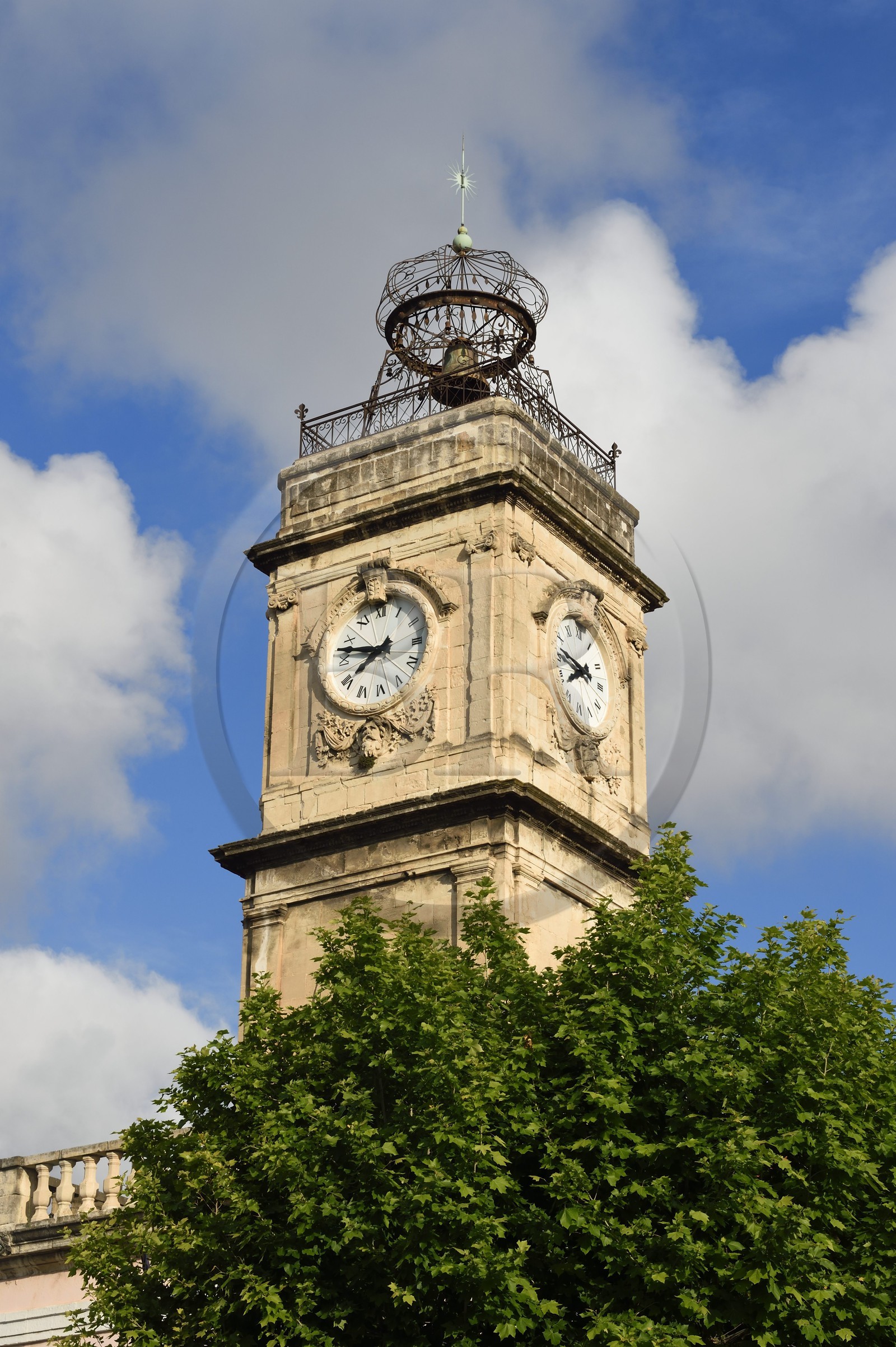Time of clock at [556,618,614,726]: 8:47
